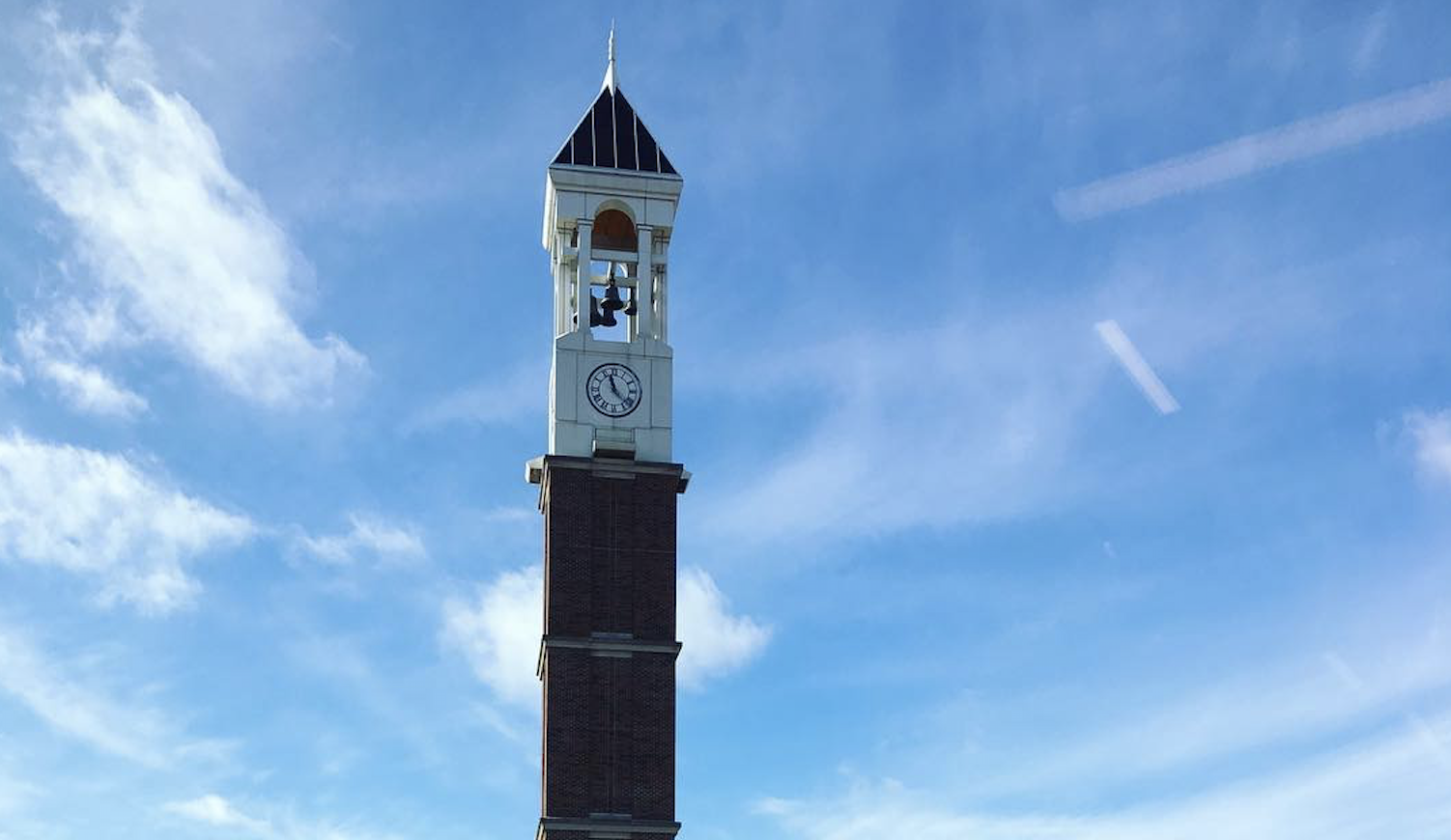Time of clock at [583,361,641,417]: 11:22
